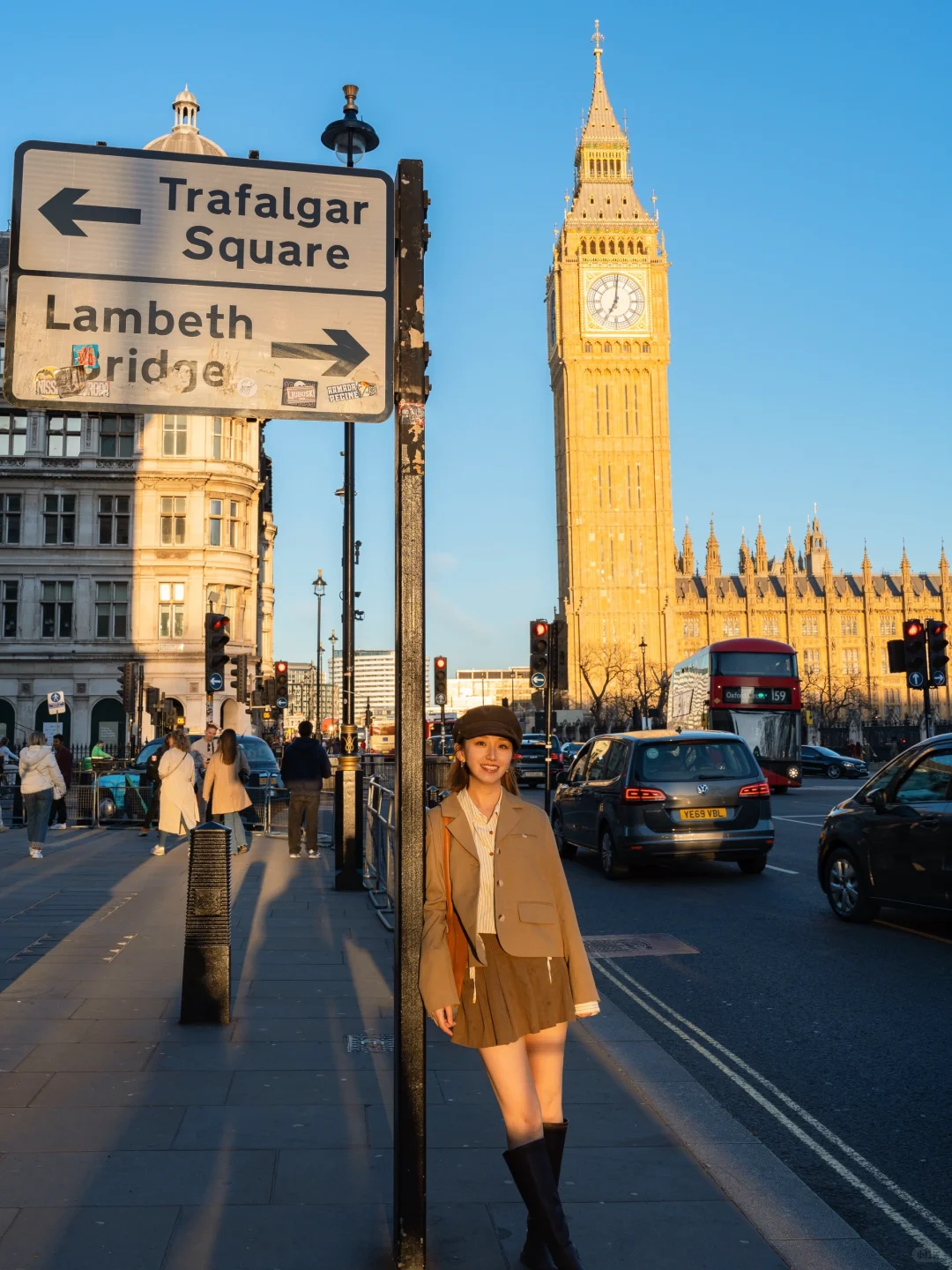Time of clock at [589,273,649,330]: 7:00
